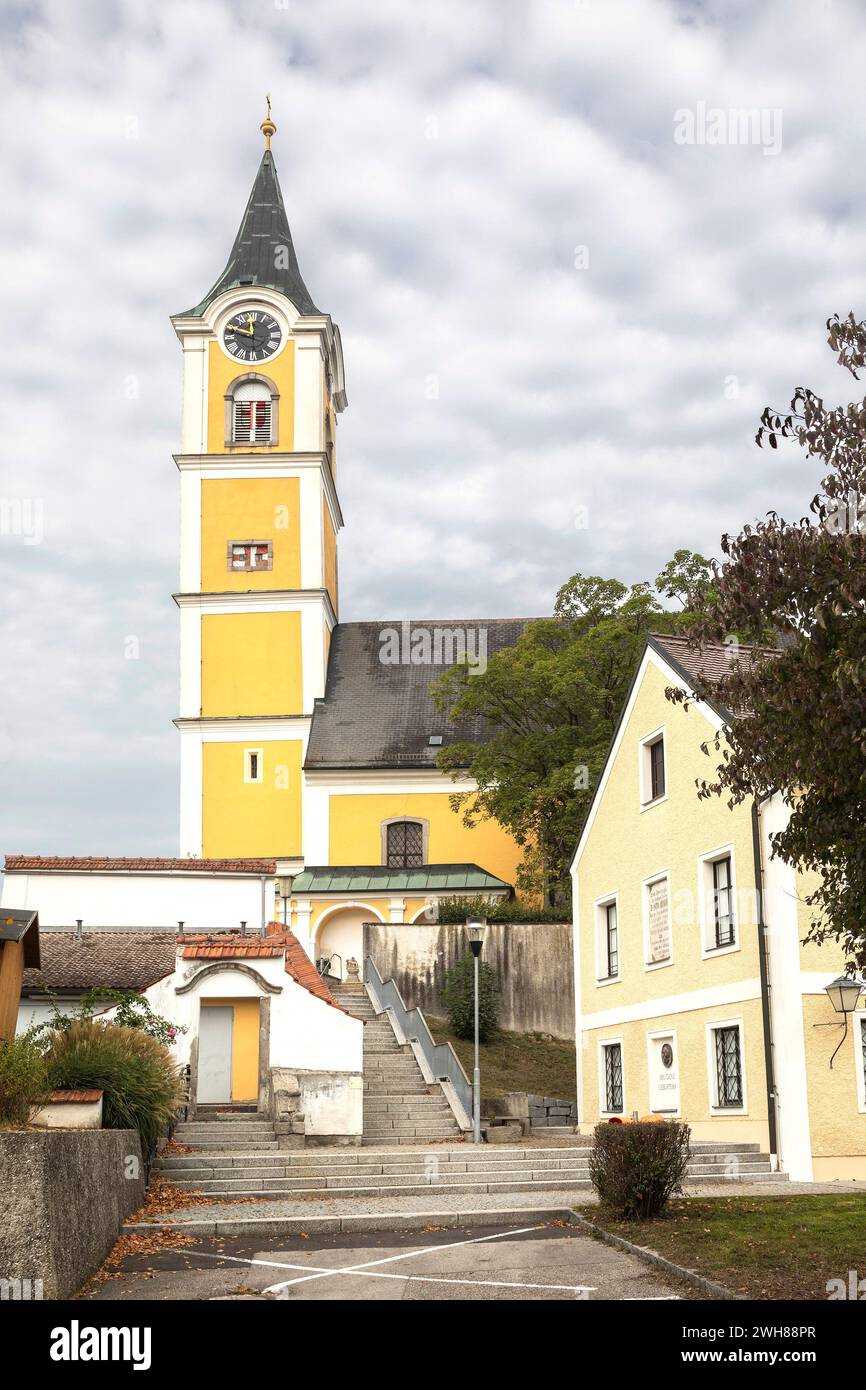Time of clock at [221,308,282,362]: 11:48
